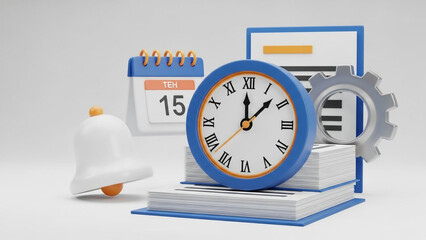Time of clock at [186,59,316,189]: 12:07
